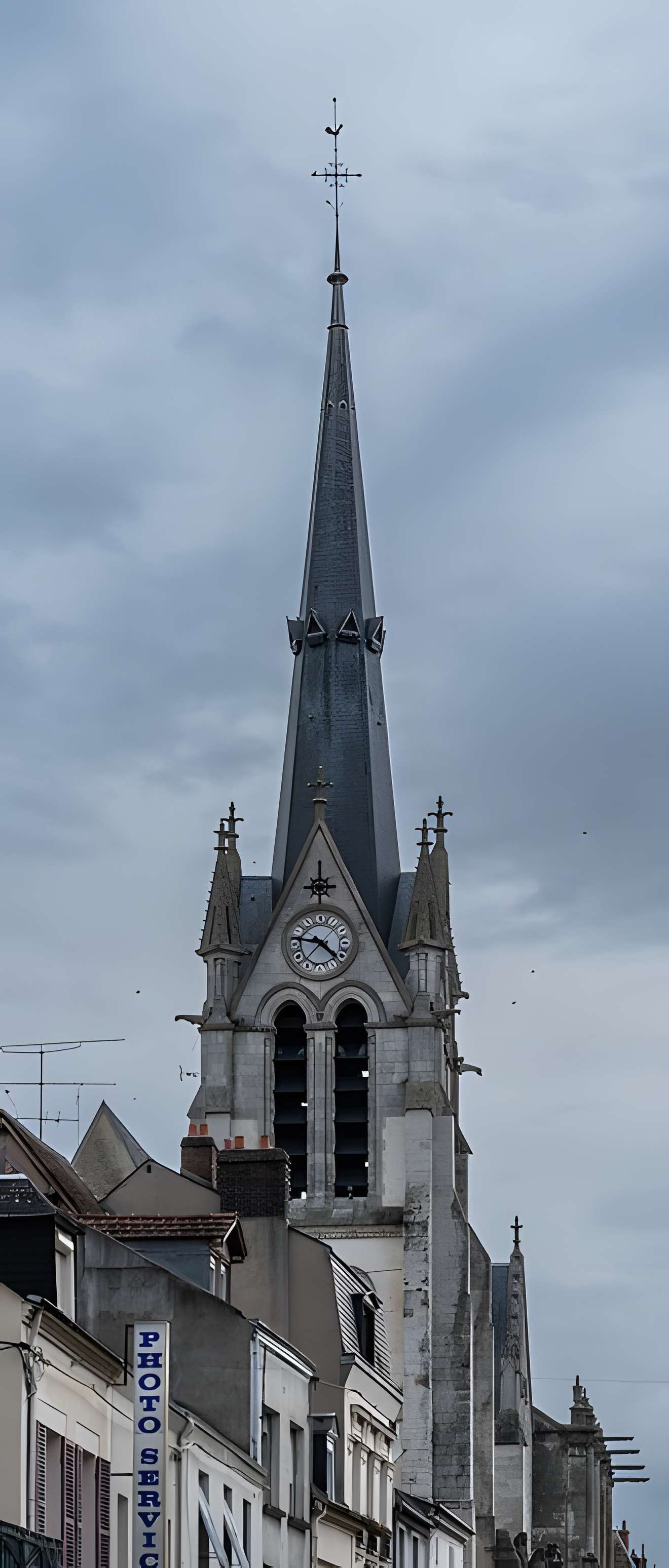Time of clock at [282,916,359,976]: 9:22
